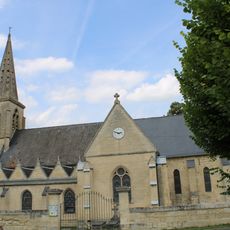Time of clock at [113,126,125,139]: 2:48
